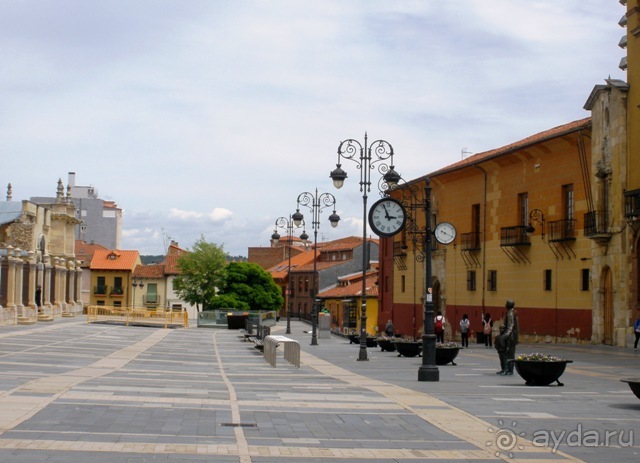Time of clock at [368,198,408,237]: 2:56
